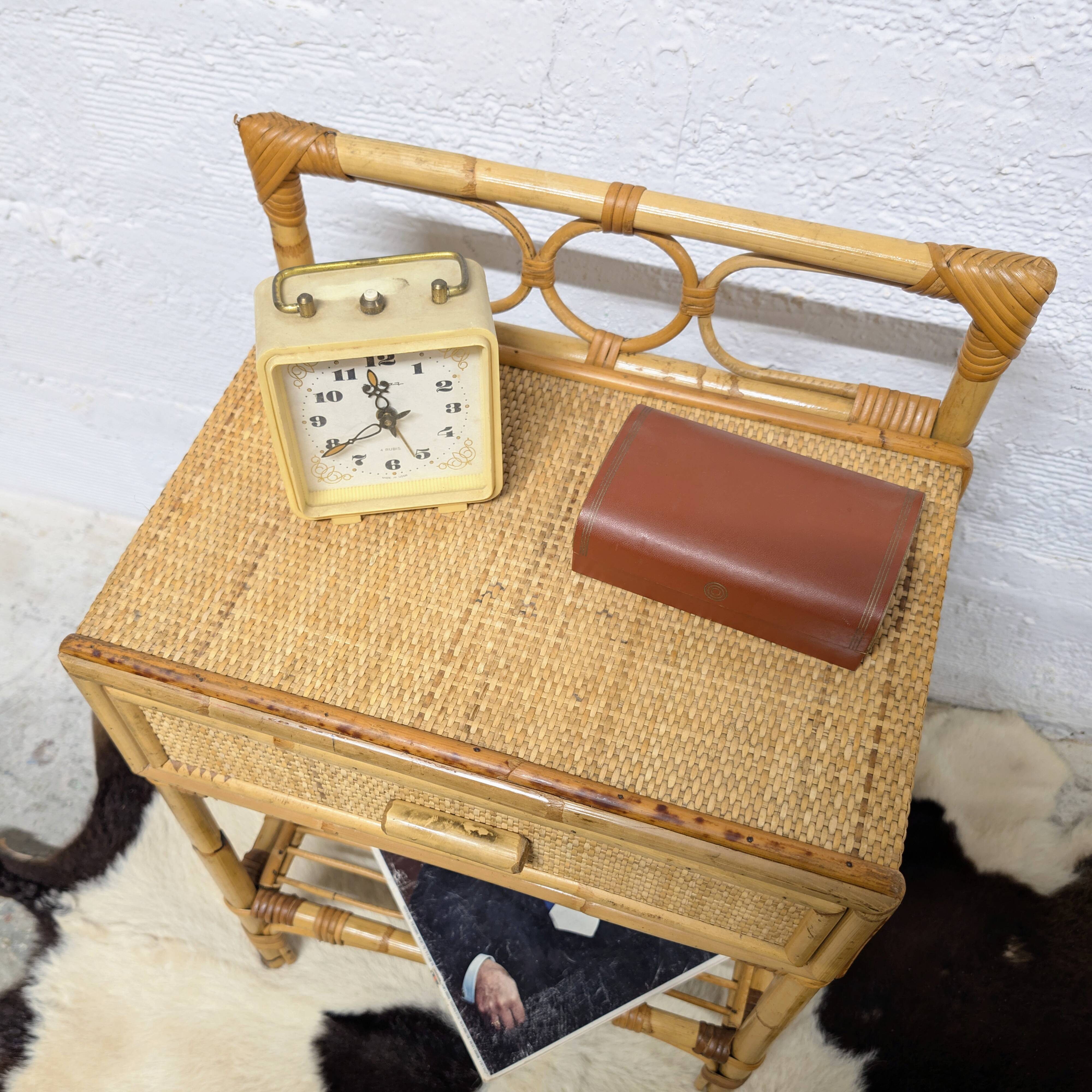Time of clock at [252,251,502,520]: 11:40
